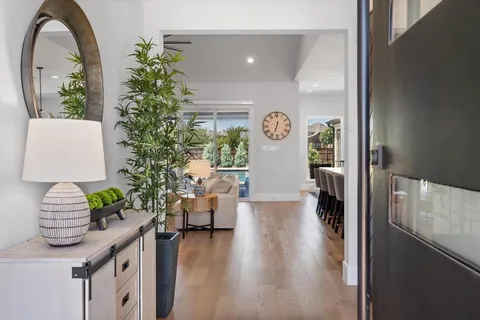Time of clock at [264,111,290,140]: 6:33
